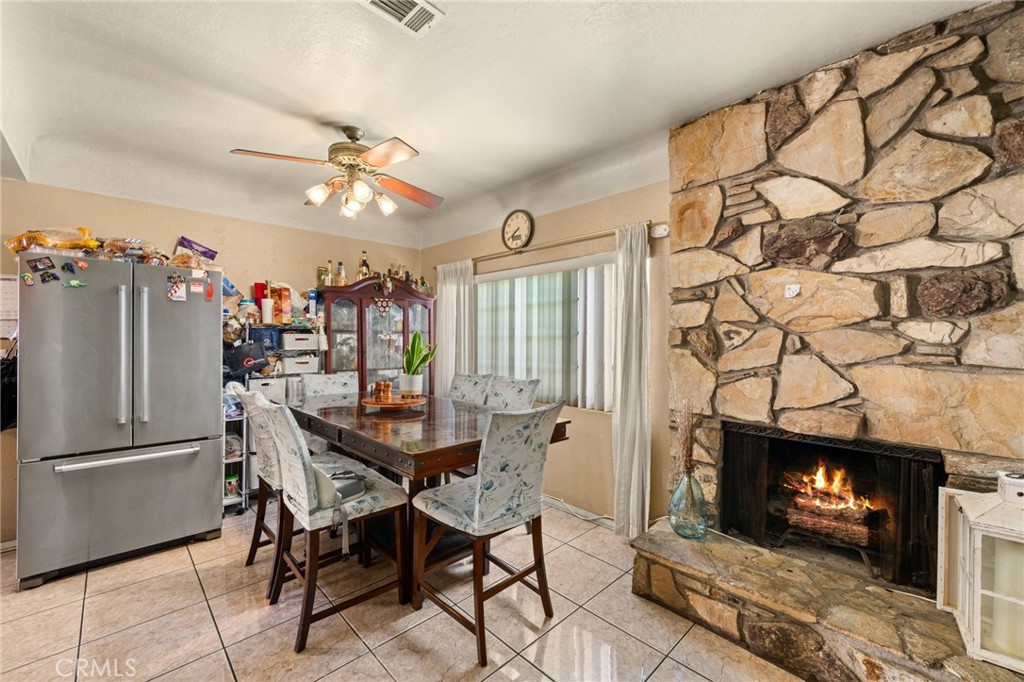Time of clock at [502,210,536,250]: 7:40
